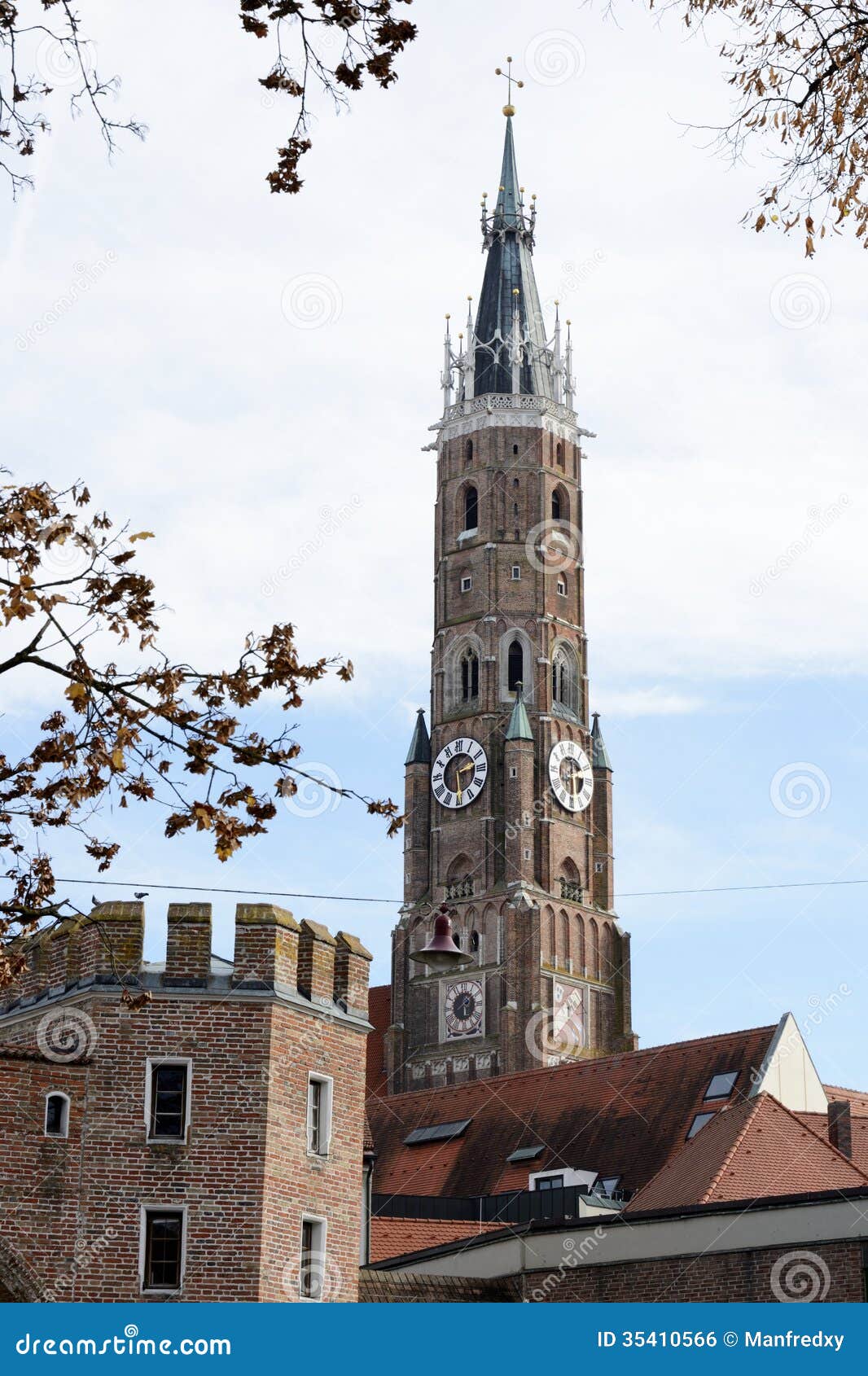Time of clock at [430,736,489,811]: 2:29
